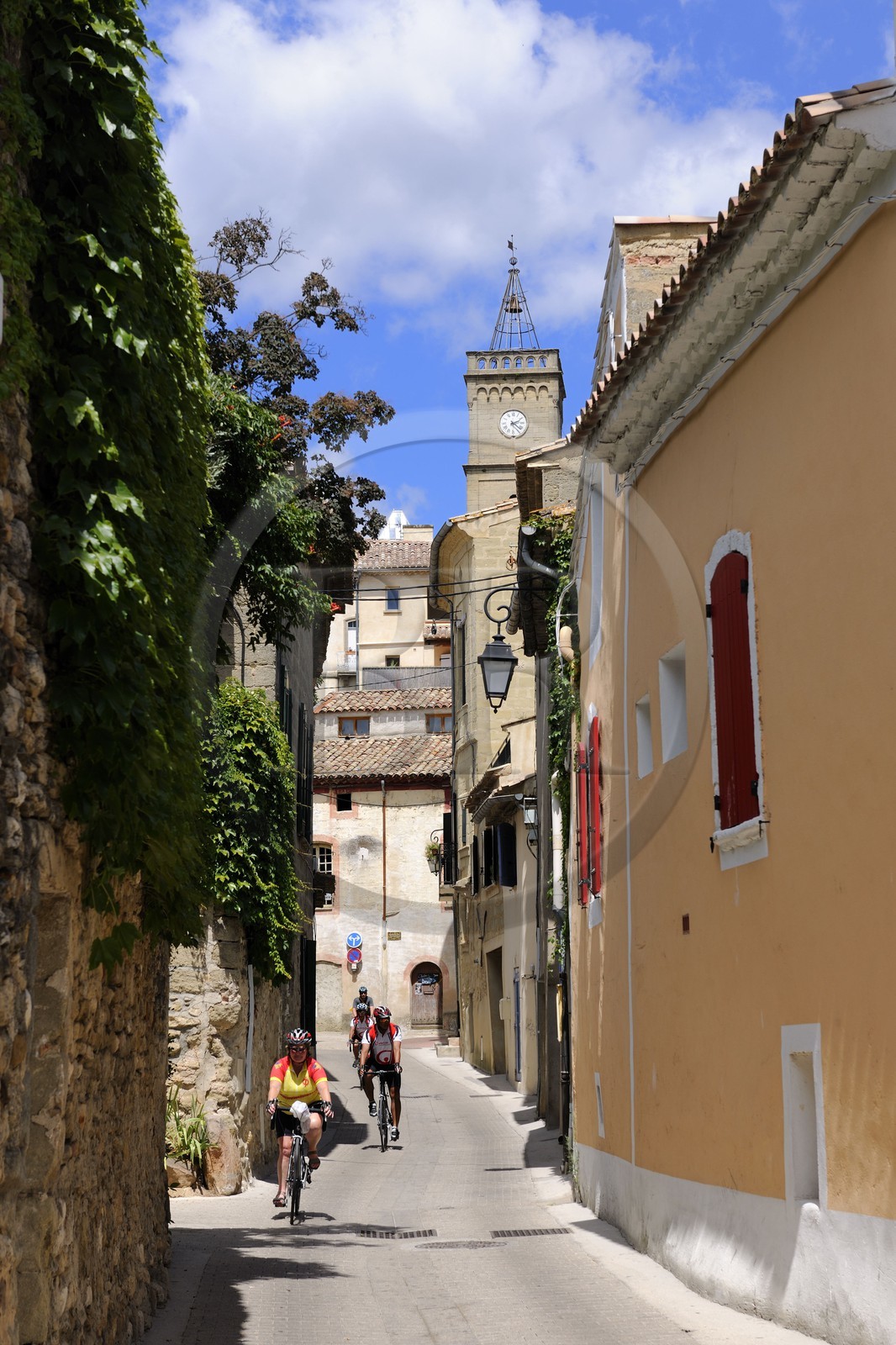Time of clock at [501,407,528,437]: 2:21
